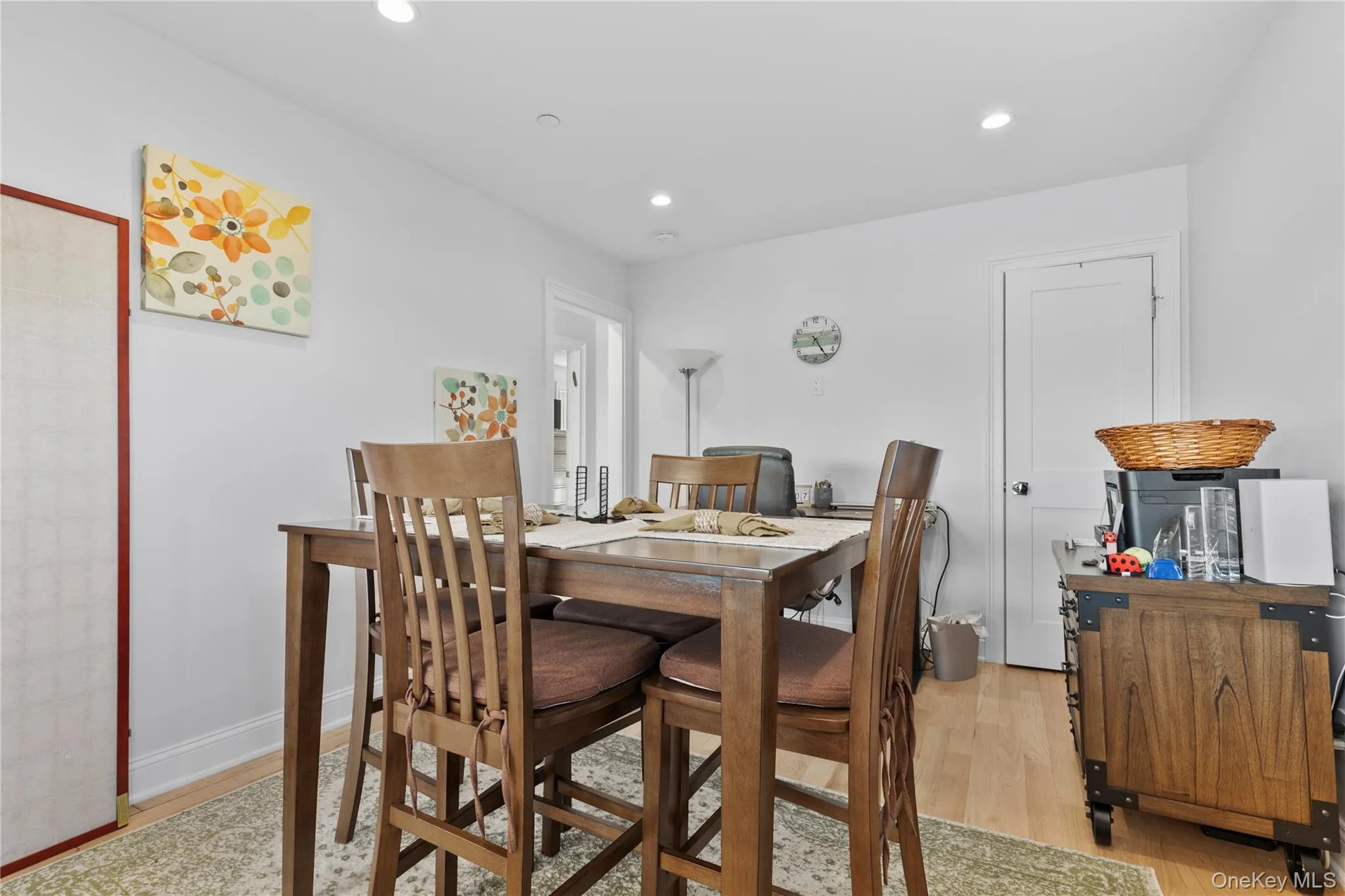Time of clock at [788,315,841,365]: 1:24
